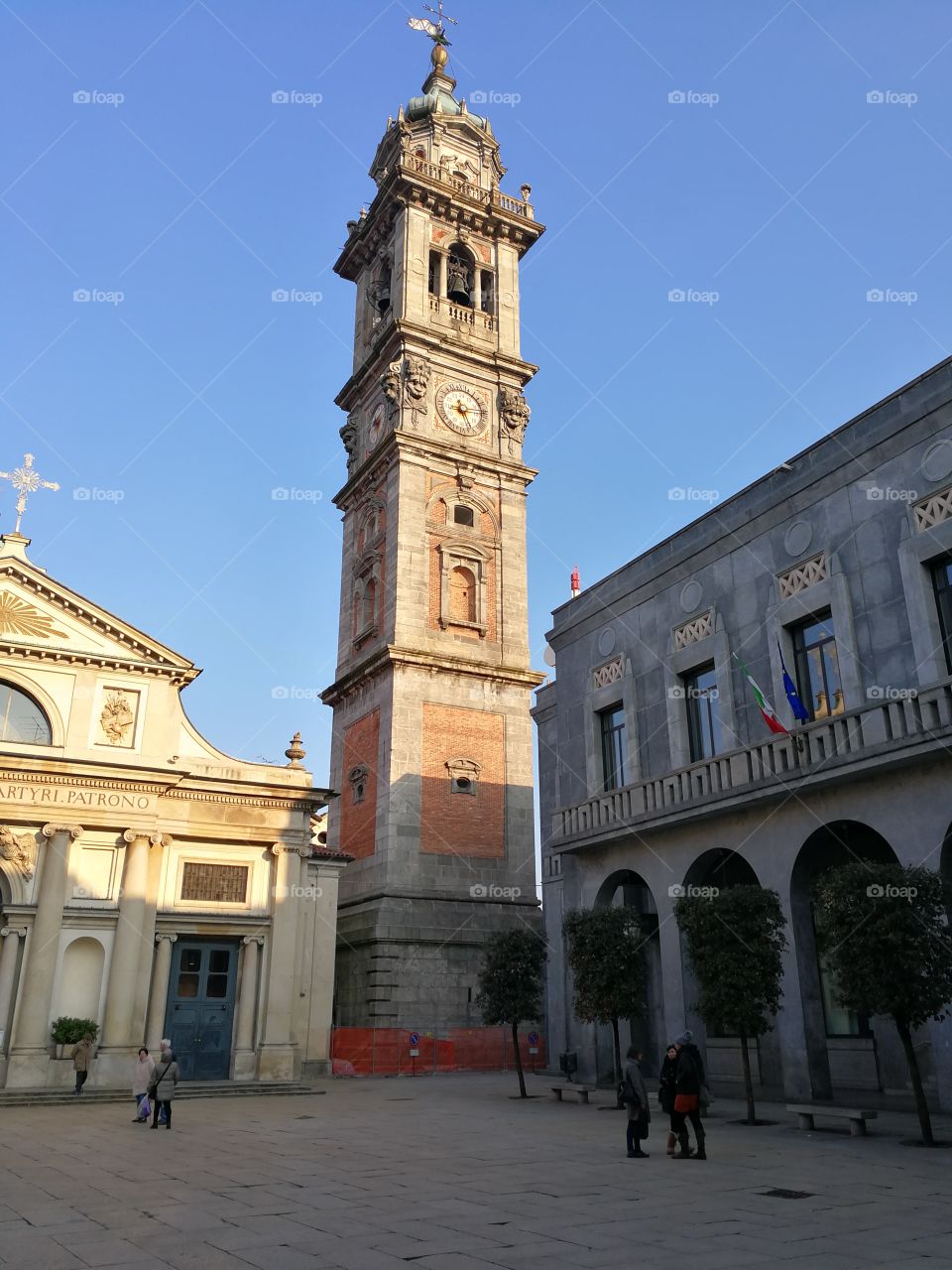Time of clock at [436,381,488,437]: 5:13
